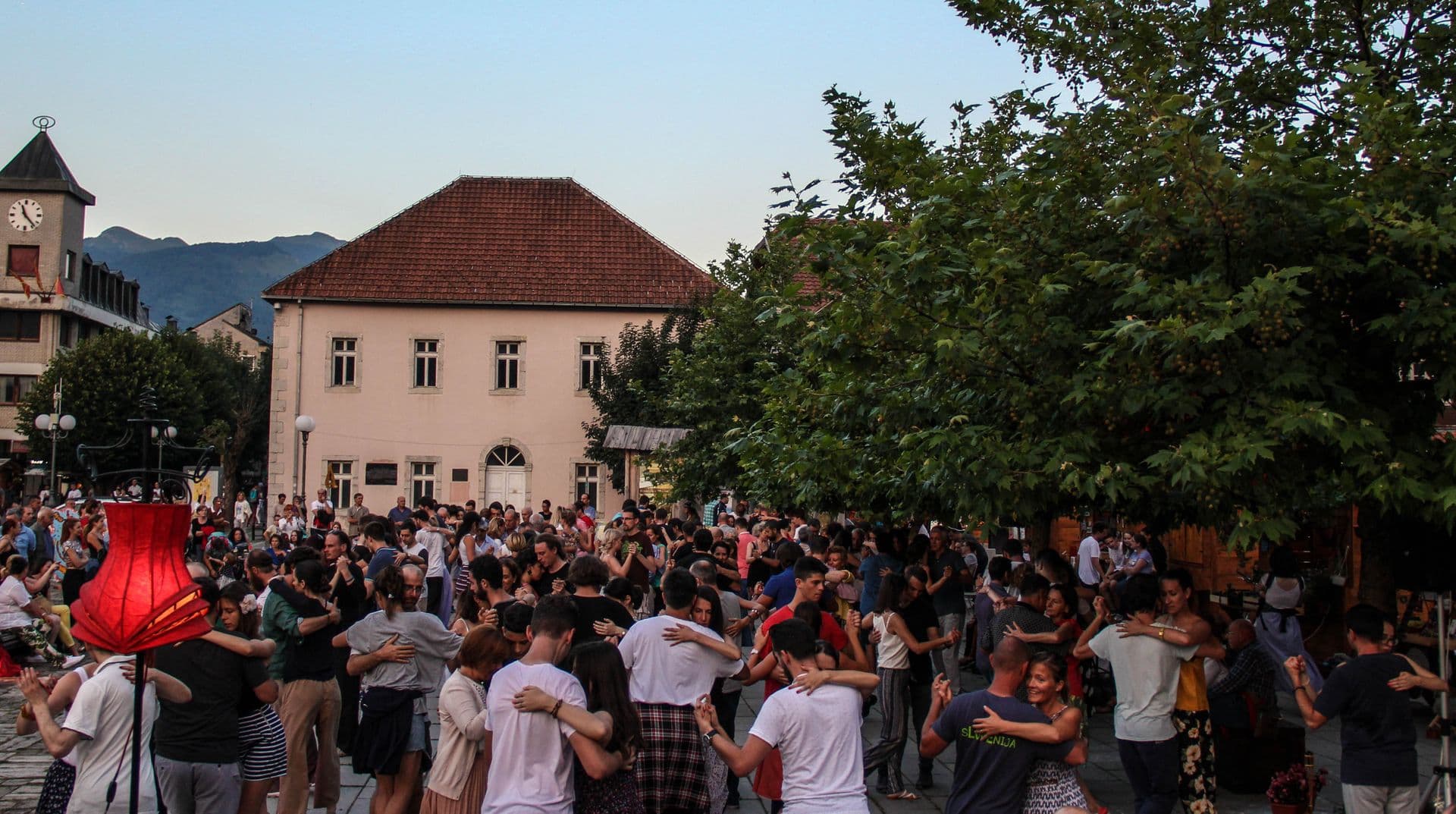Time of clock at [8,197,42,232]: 11:23
